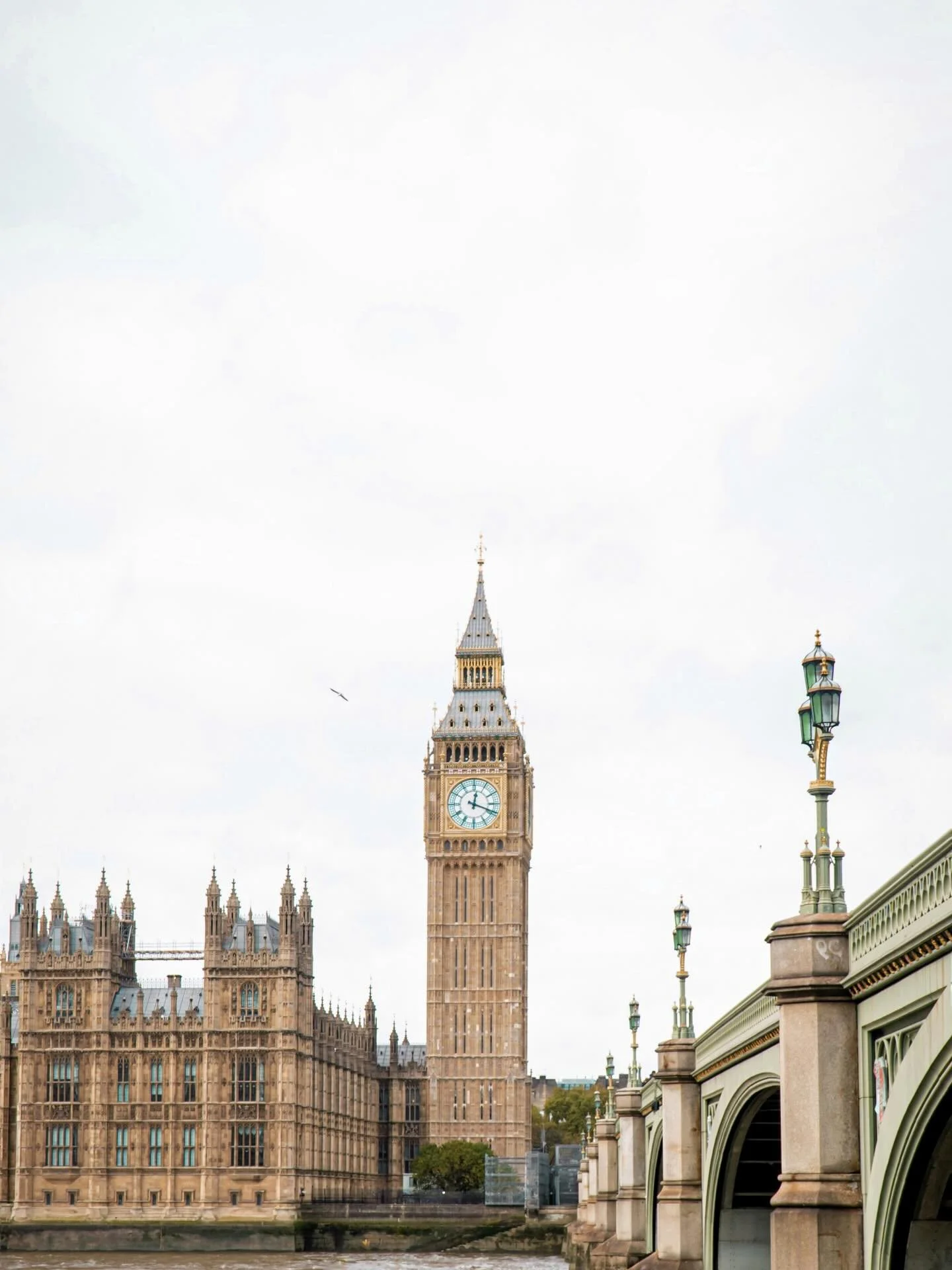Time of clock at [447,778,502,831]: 12:18
